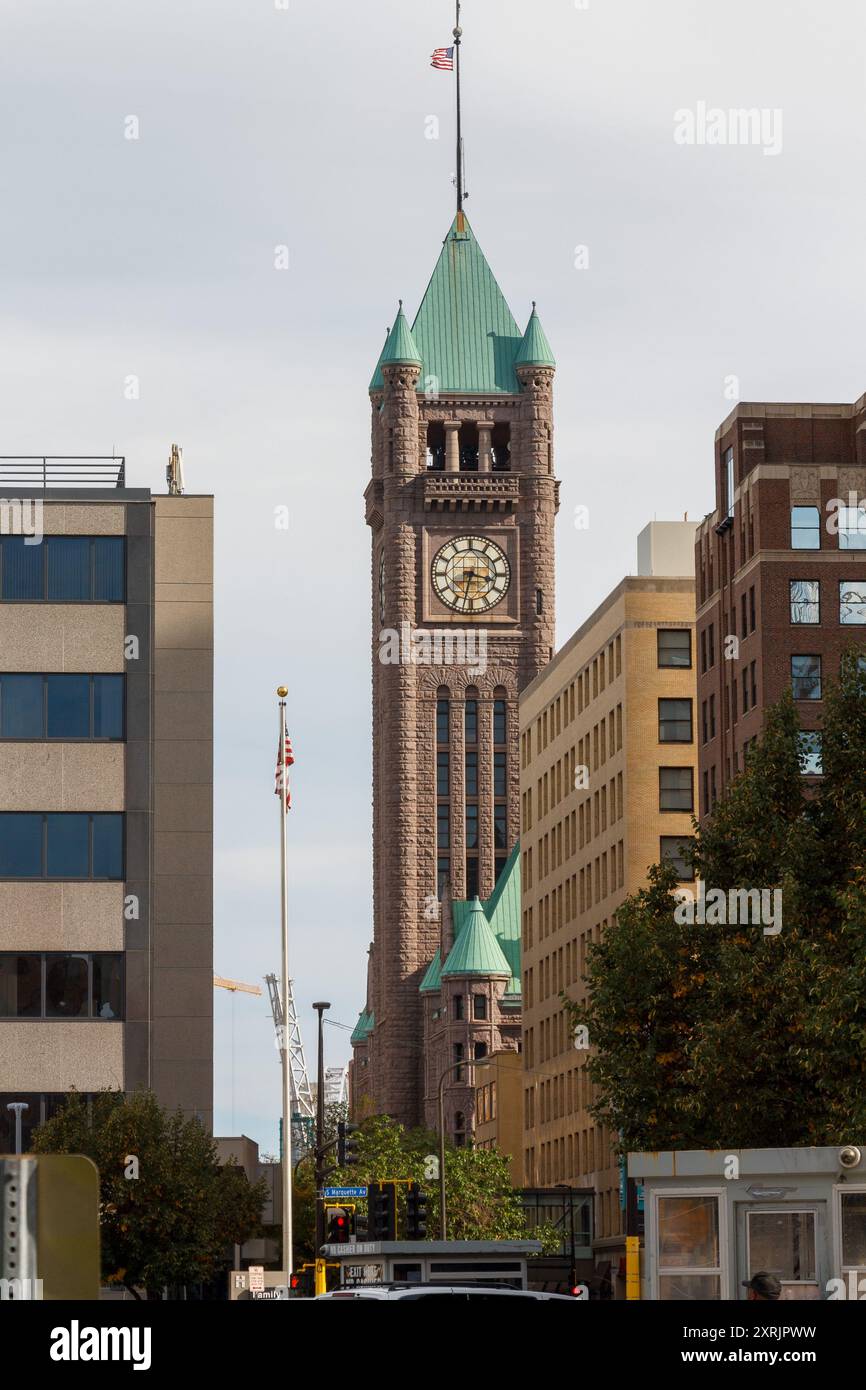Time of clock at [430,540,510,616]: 3:32
